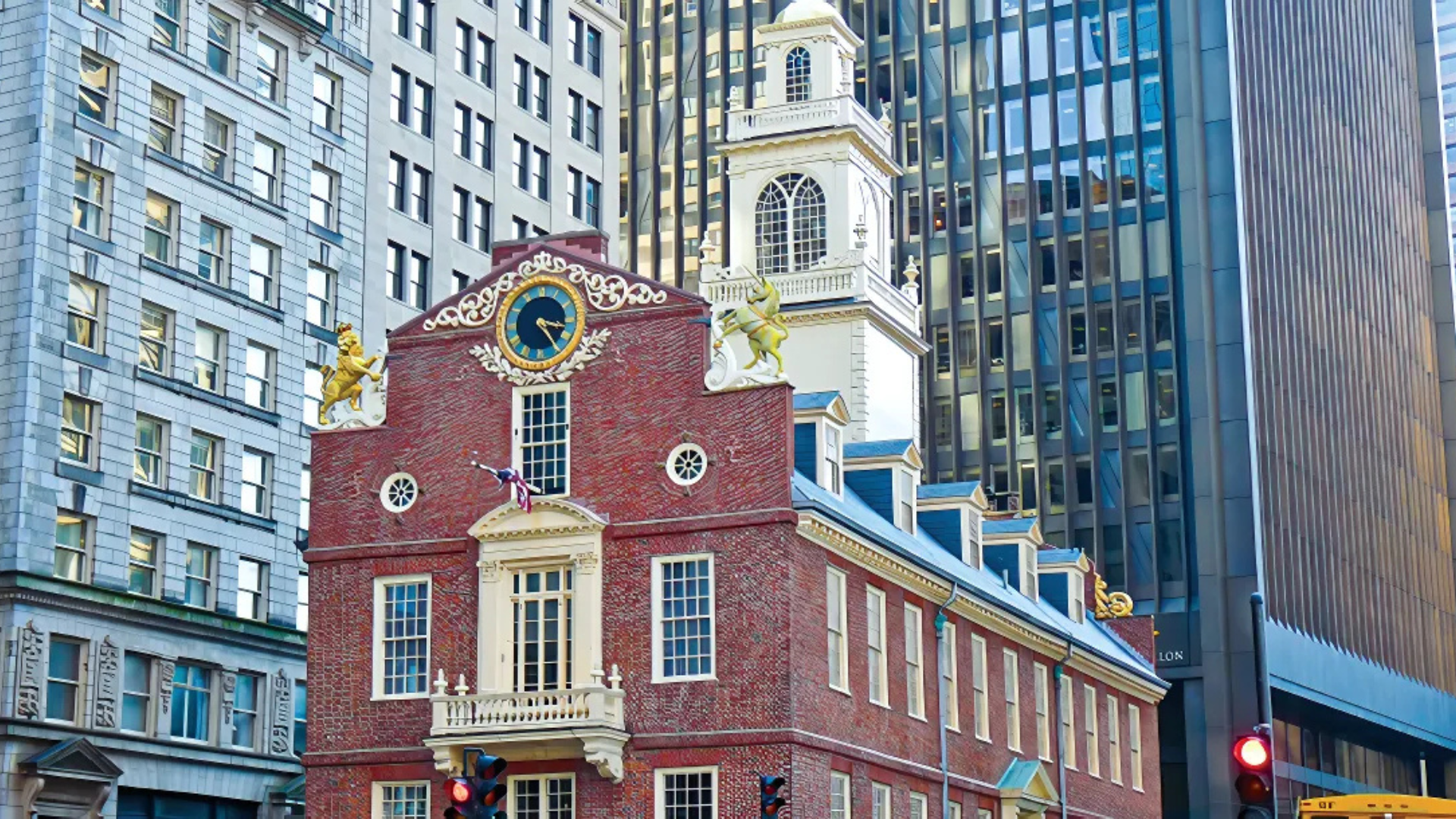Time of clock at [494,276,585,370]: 3:24
